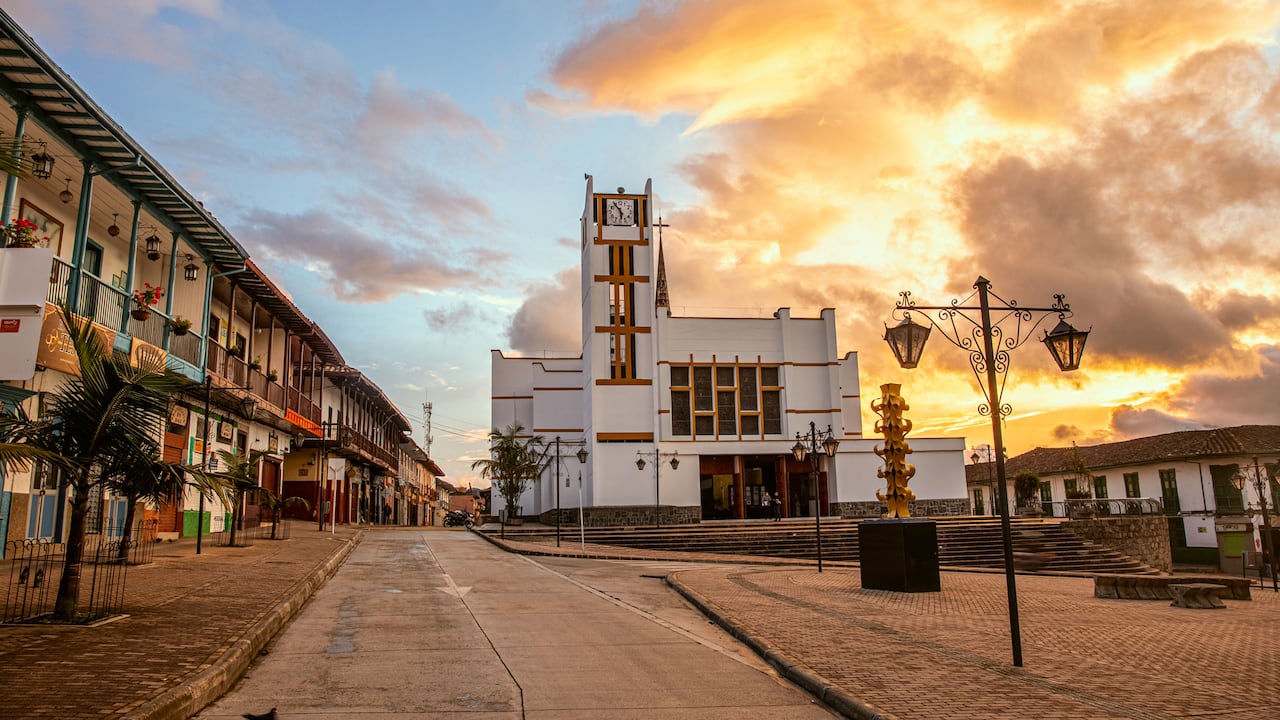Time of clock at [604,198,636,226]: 5:54
